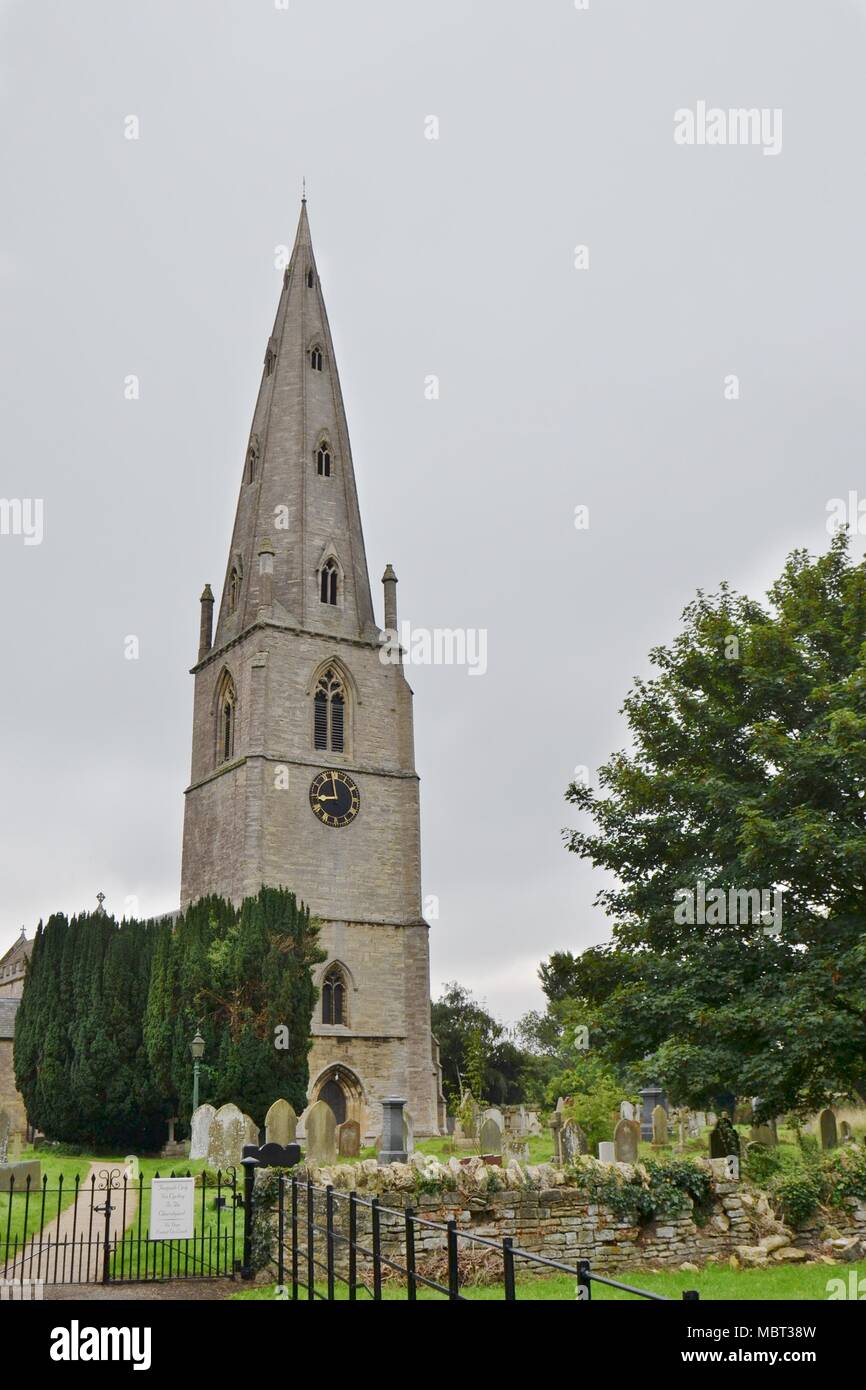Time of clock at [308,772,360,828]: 8:58
